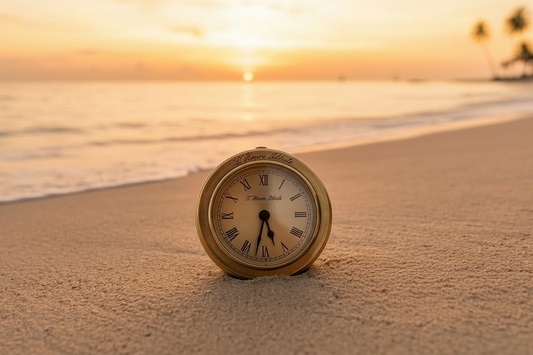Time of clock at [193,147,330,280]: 5:32
